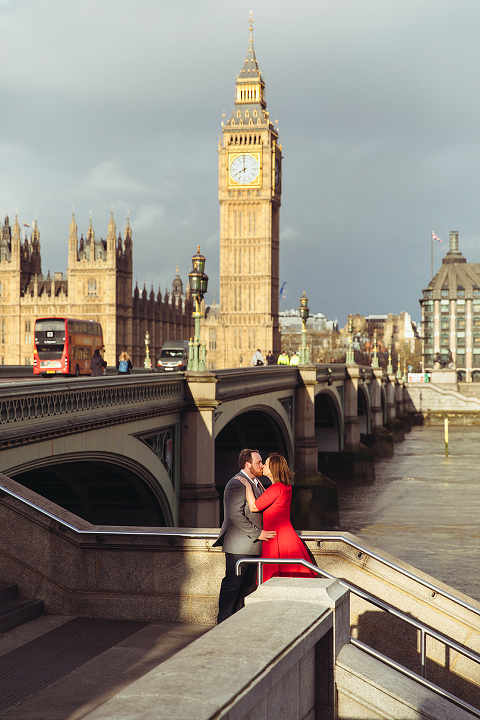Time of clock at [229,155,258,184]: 7:59
